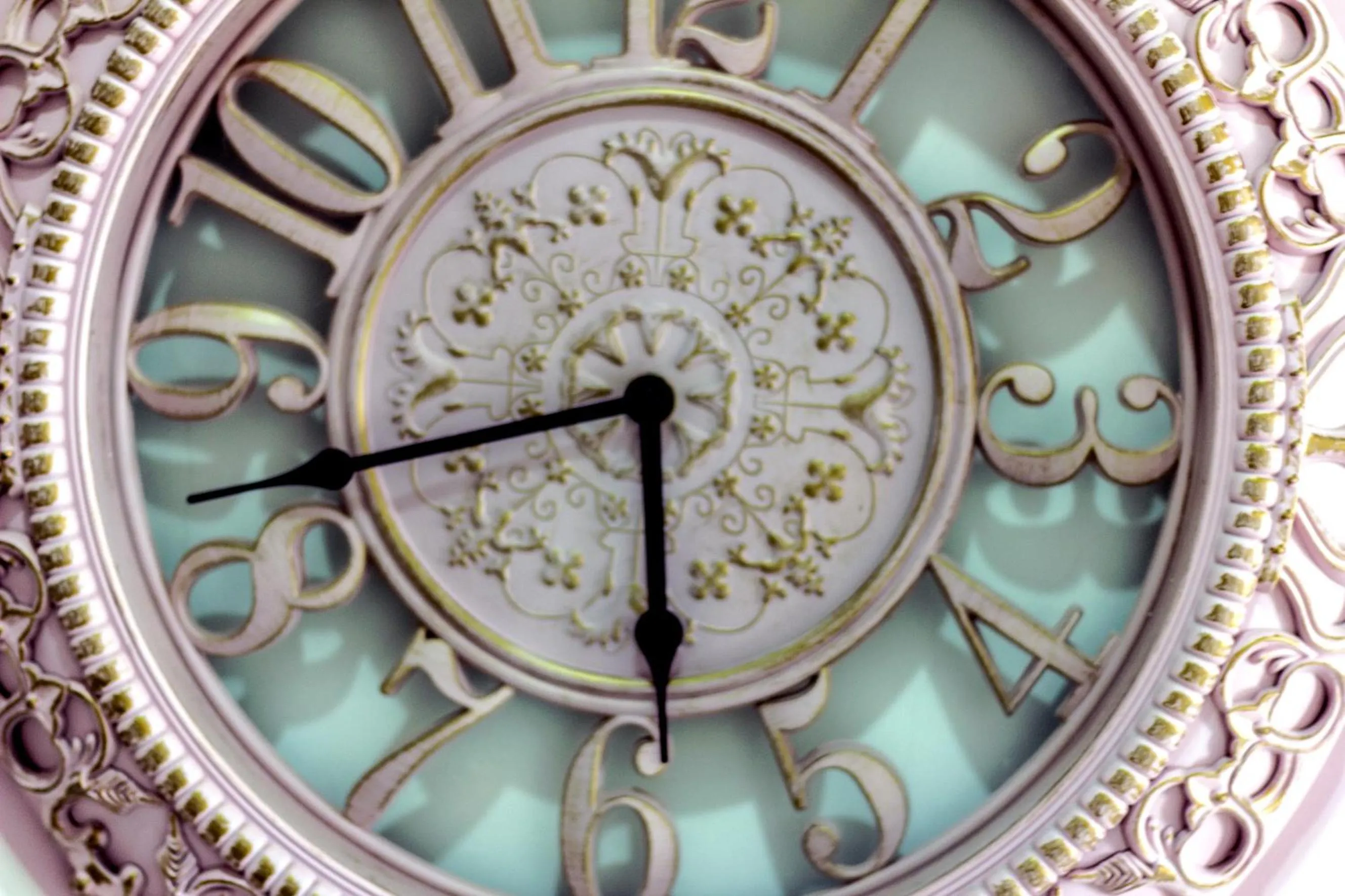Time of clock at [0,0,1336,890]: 5:43
